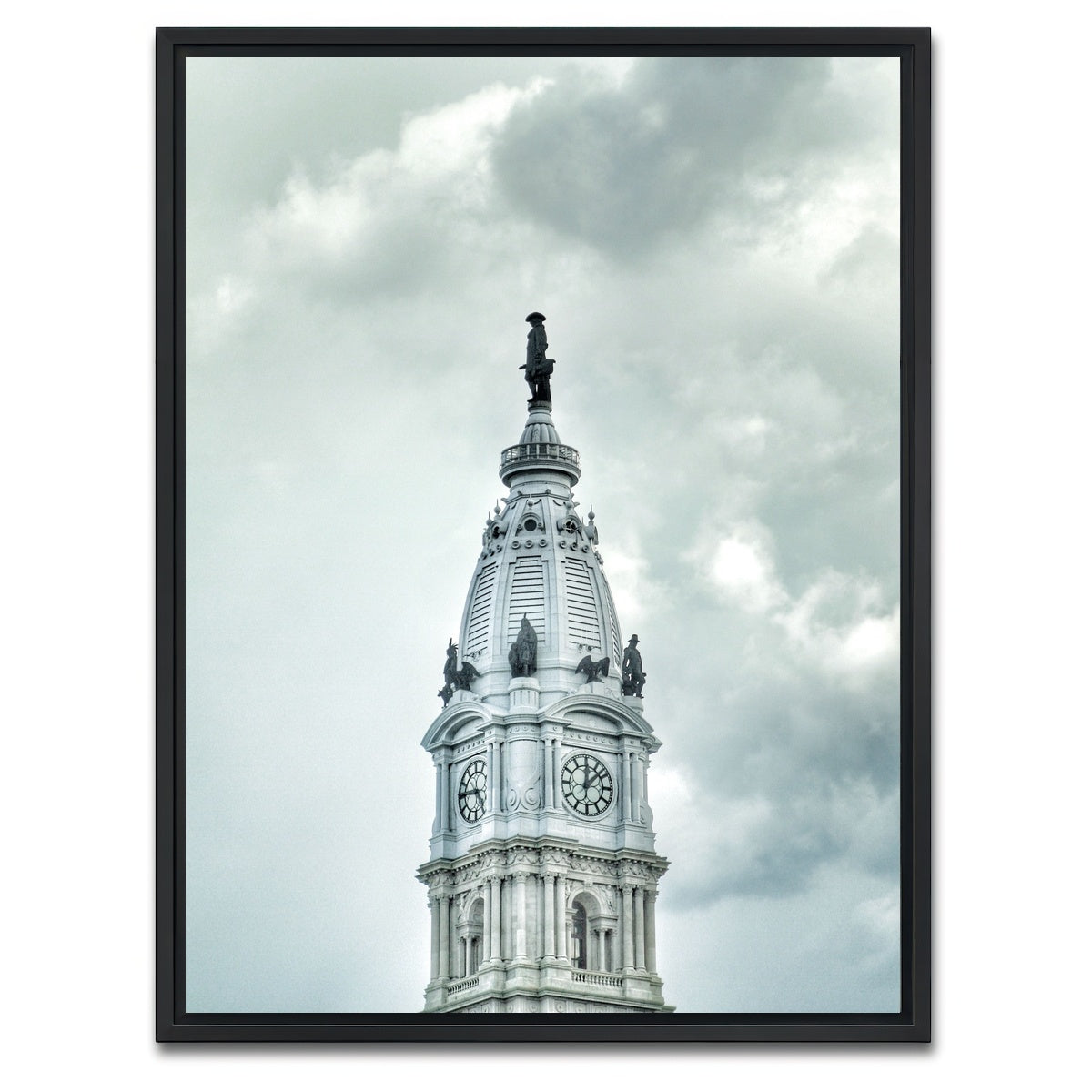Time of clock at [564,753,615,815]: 12:07
